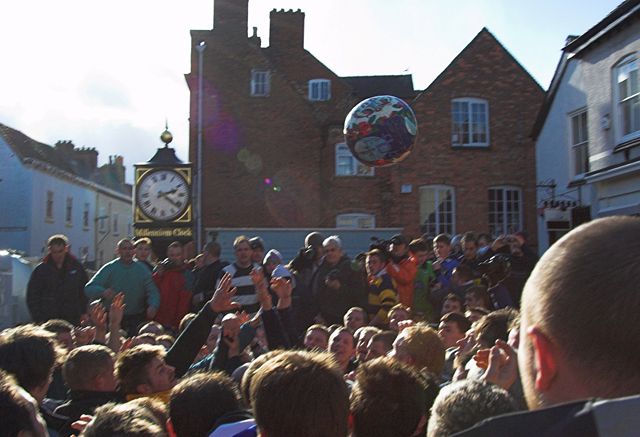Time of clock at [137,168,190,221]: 2:21
